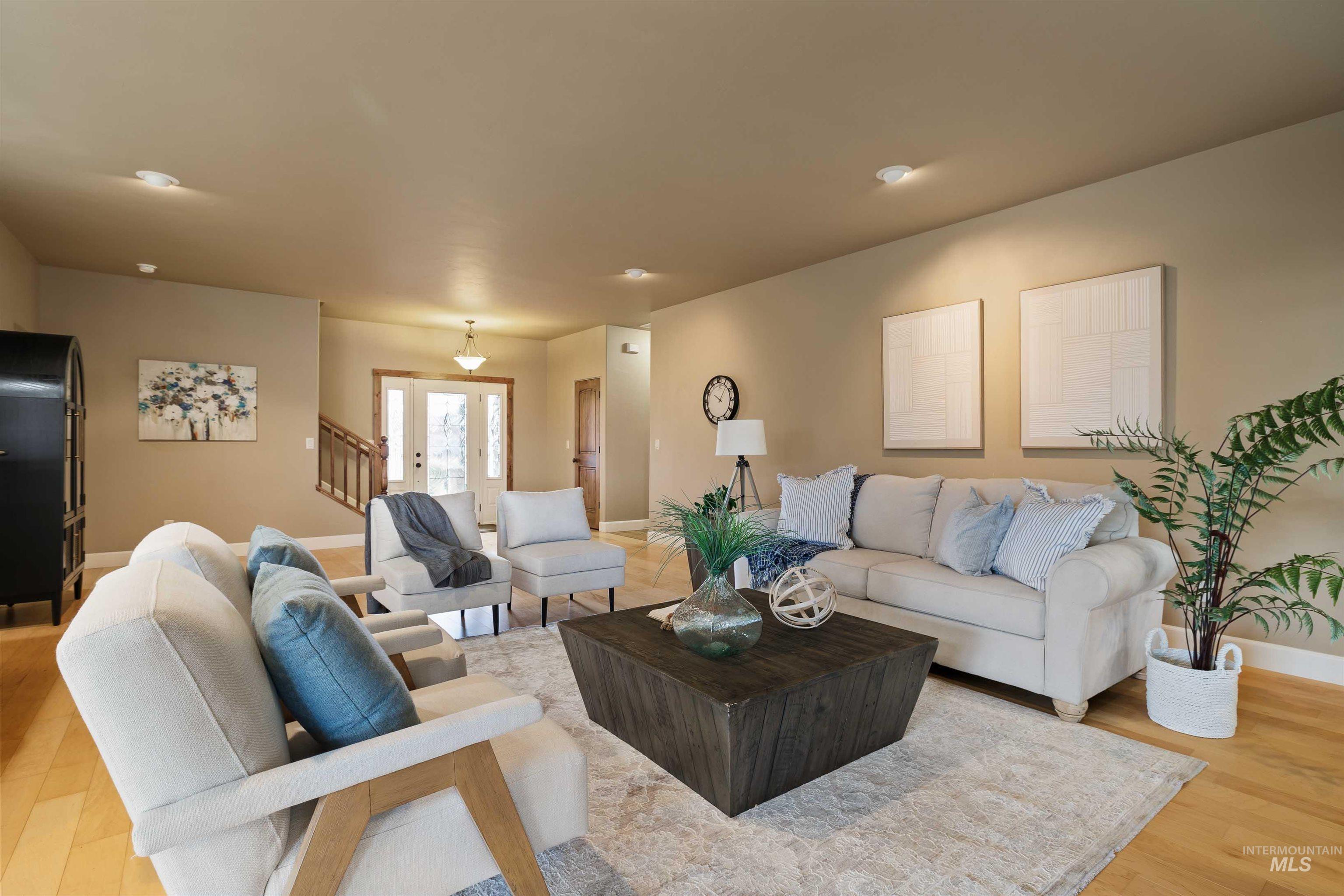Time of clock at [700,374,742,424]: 10:06
